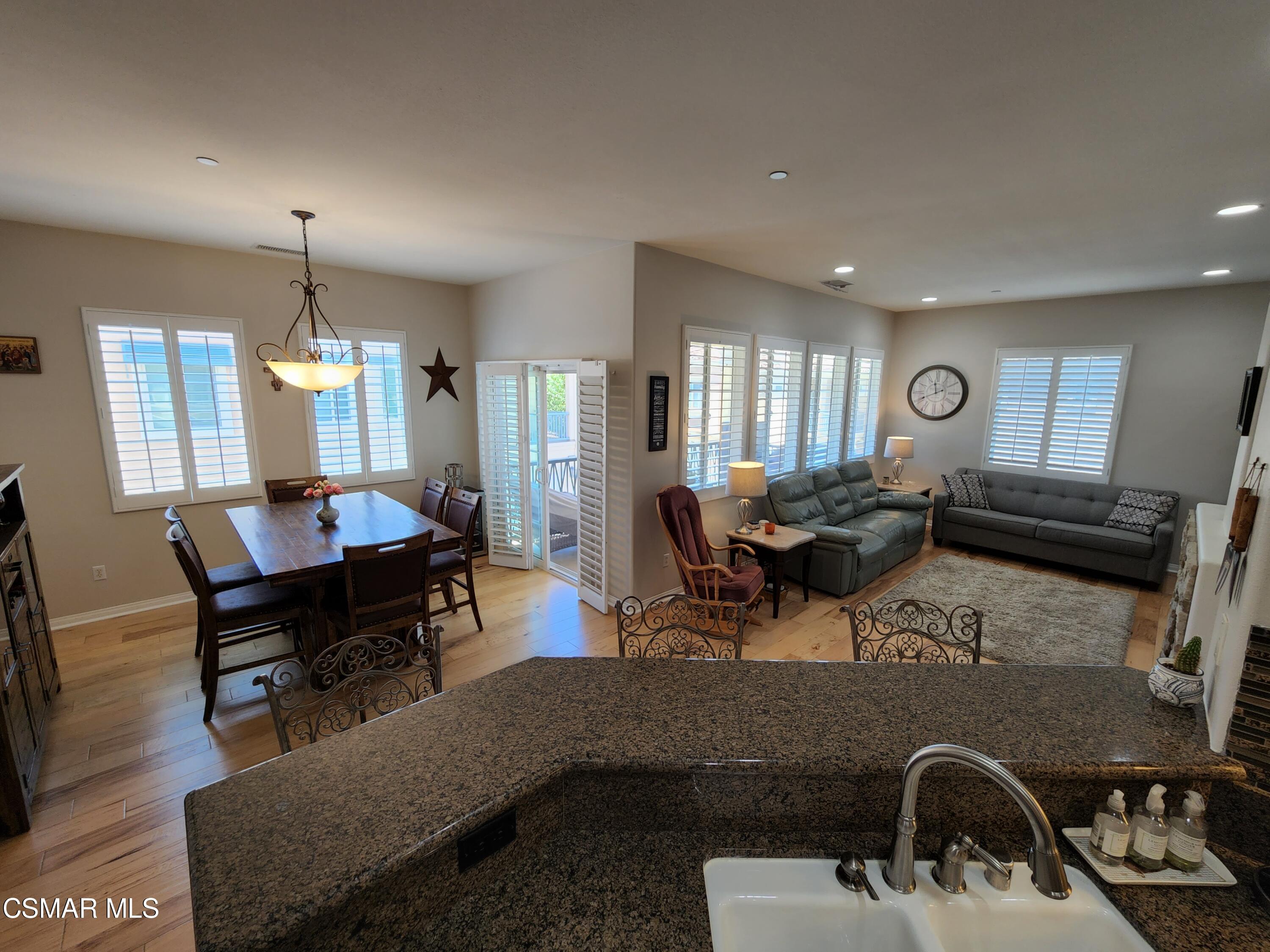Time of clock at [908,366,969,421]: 11:40
